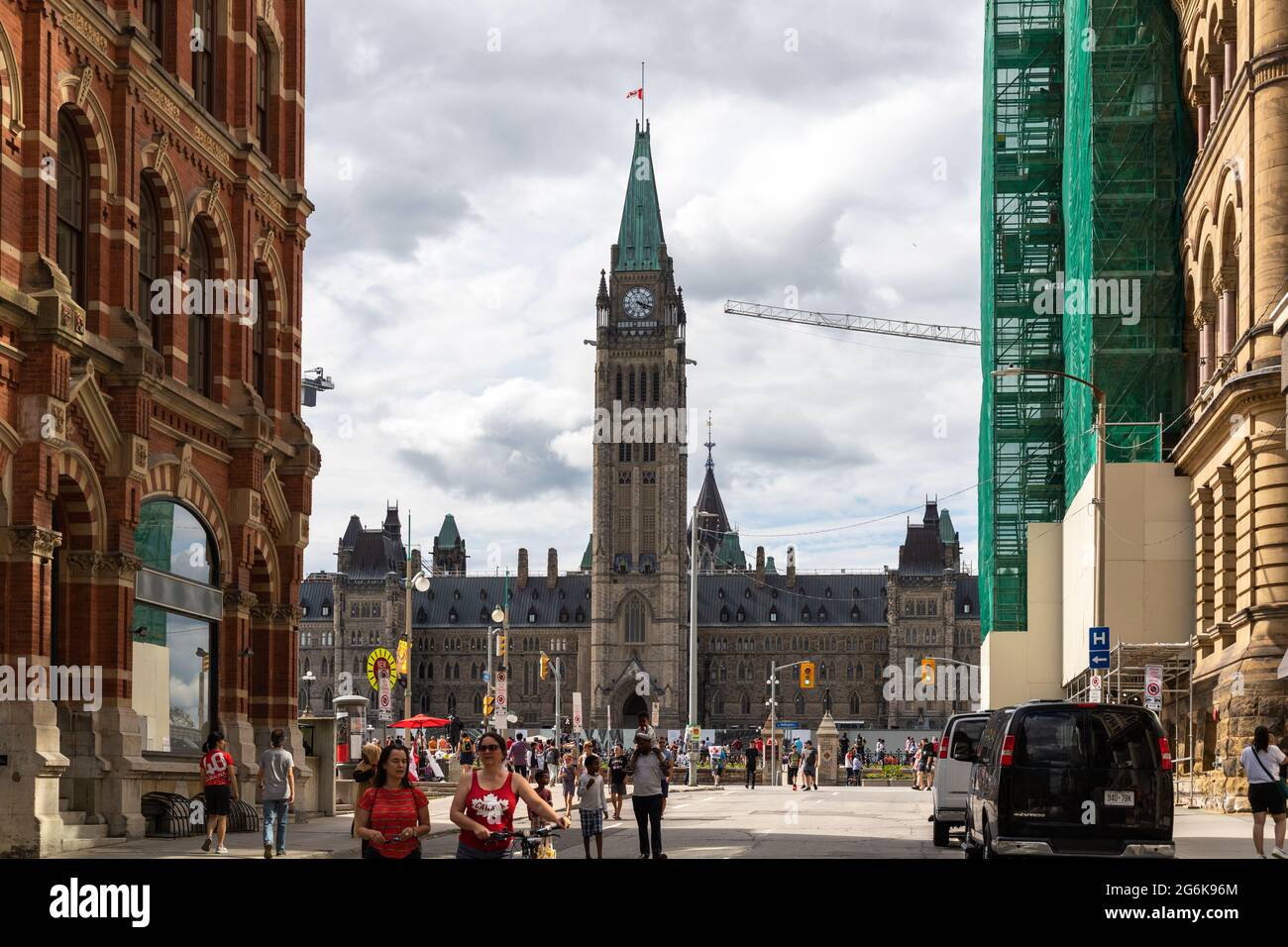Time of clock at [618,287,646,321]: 4:18
